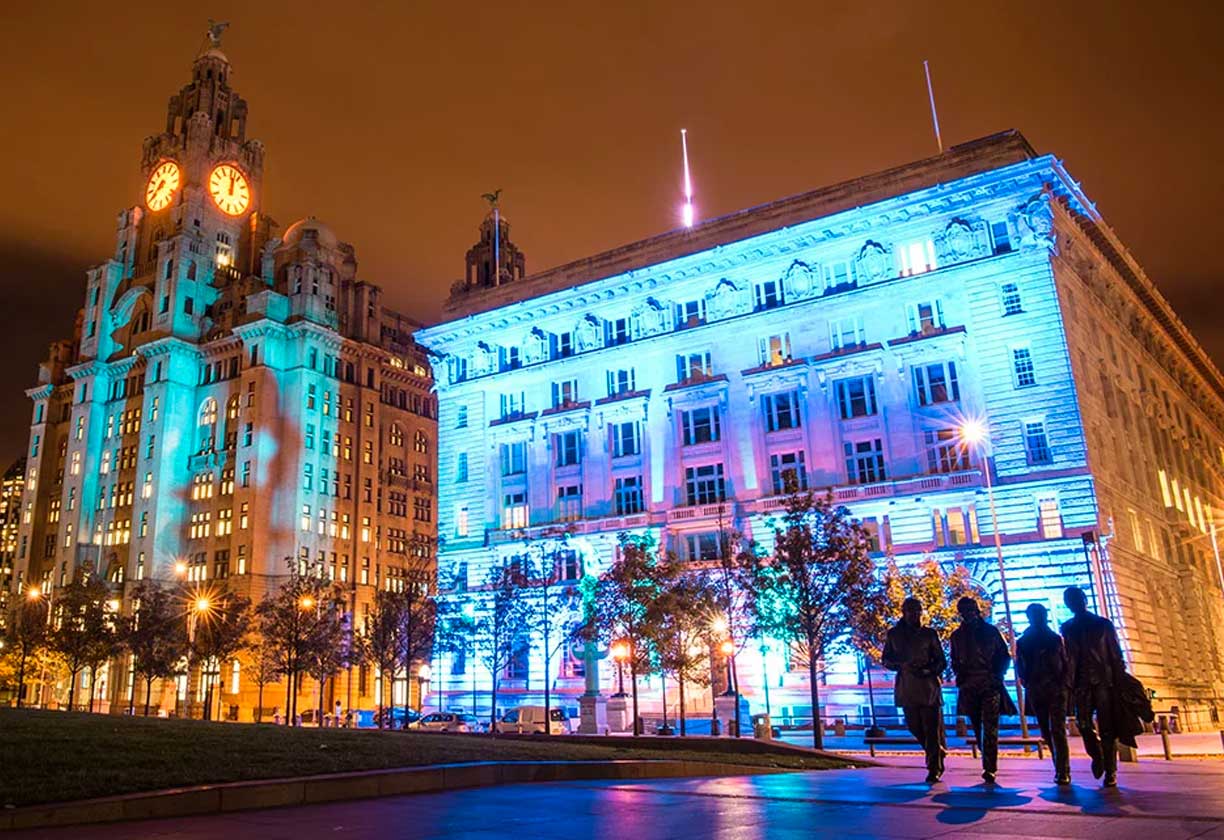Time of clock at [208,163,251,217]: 12:02
